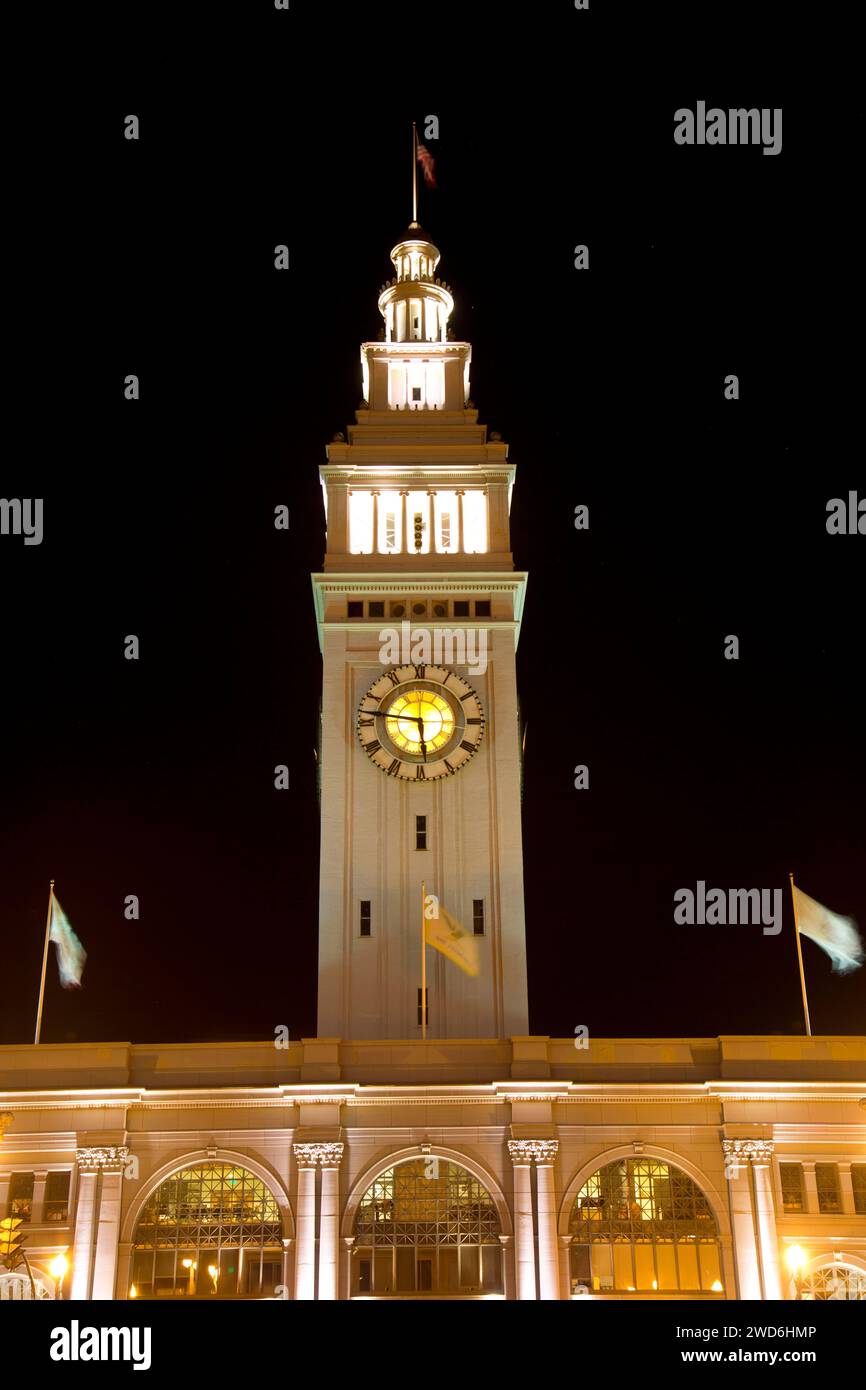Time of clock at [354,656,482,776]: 5:46
